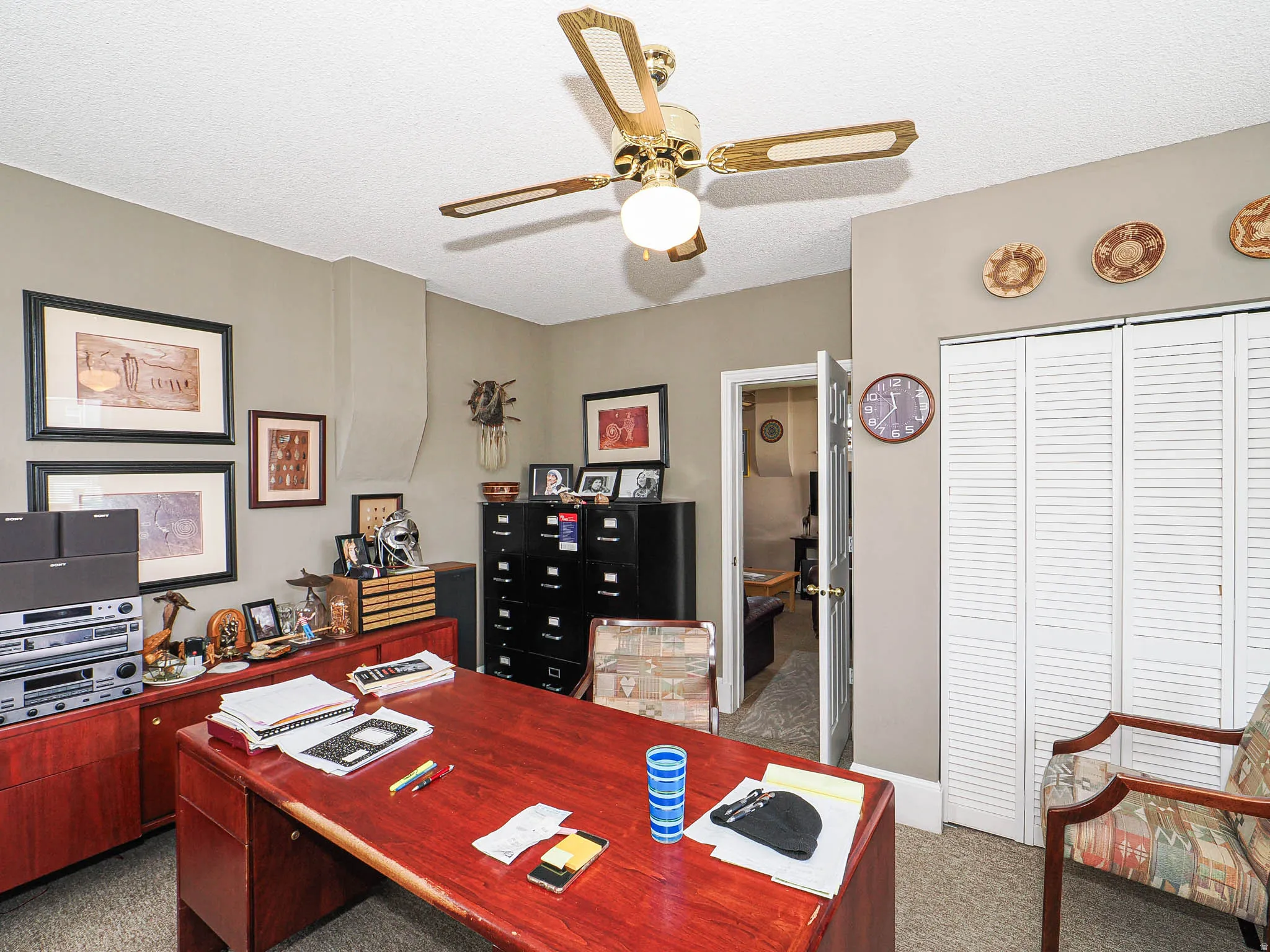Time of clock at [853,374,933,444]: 11:37
